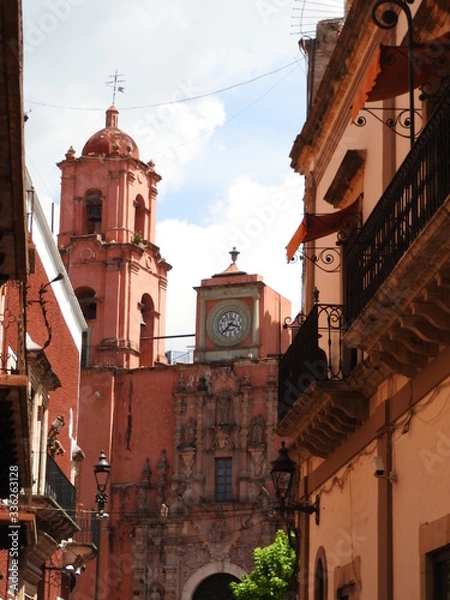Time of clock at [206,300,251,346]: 3:37
